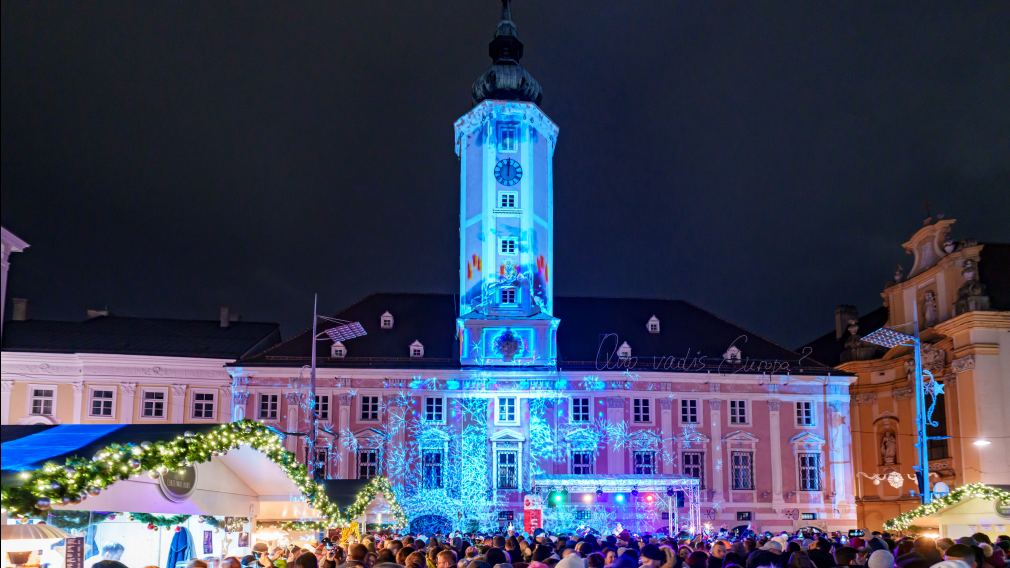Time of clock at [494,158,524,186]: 12:00
